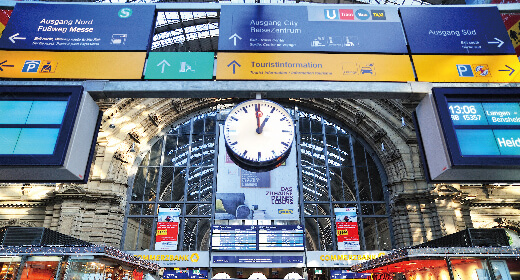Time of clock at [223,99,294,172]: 12:59
